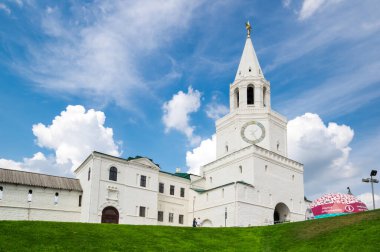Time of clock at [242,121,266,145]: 5:08
